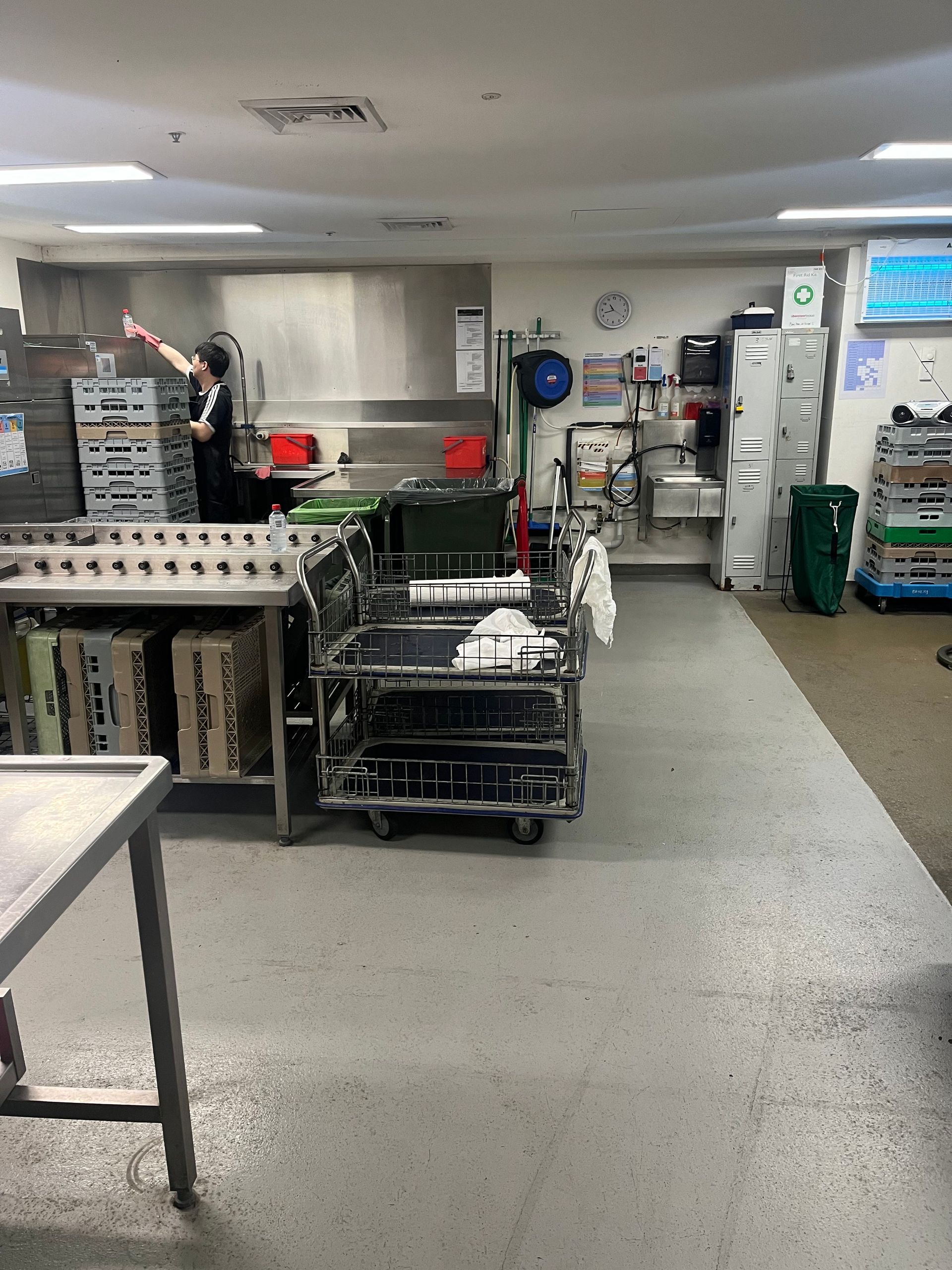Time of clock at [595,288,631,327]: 10:42
